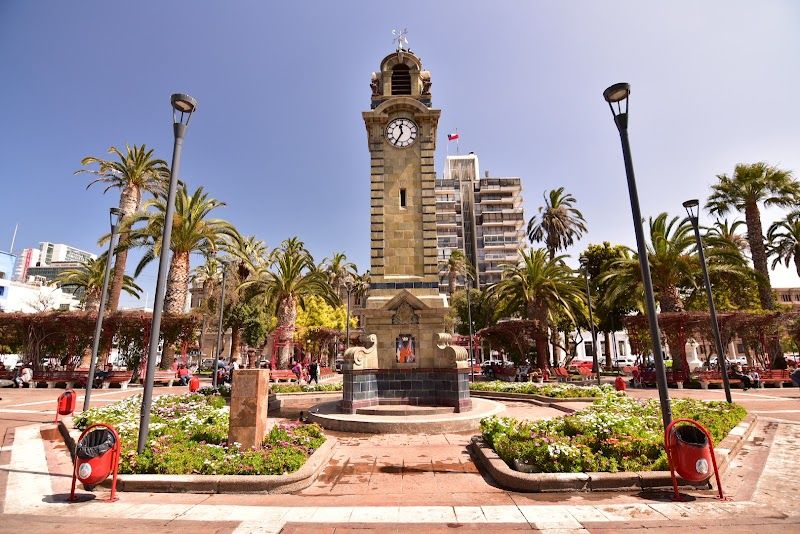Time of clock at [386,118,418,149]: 11:35
